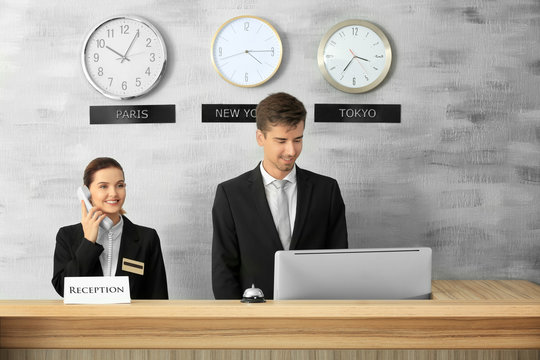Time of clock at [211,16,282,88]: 4:14
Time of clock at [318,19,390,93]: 3:35
